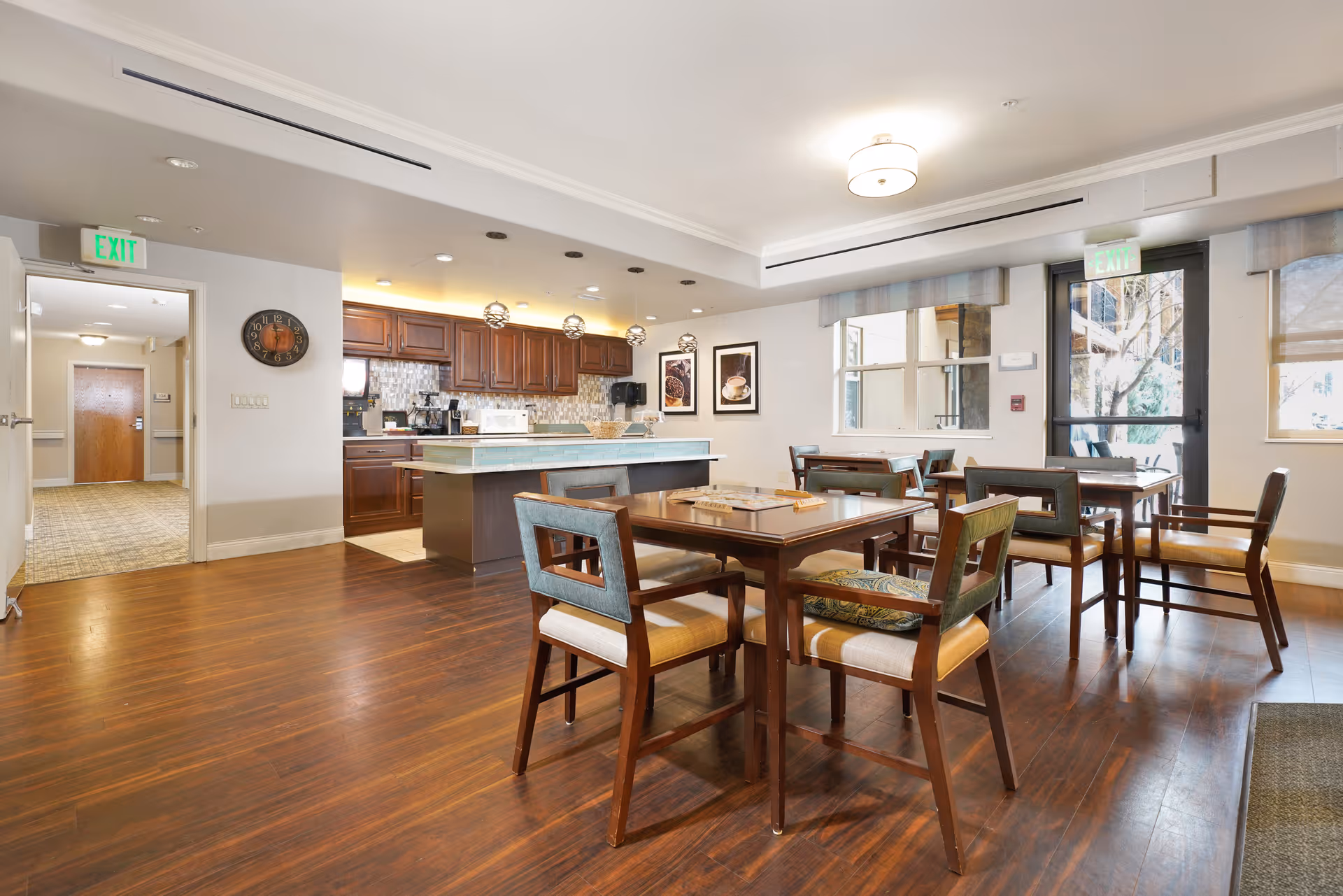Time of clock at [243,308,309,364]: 11:32
